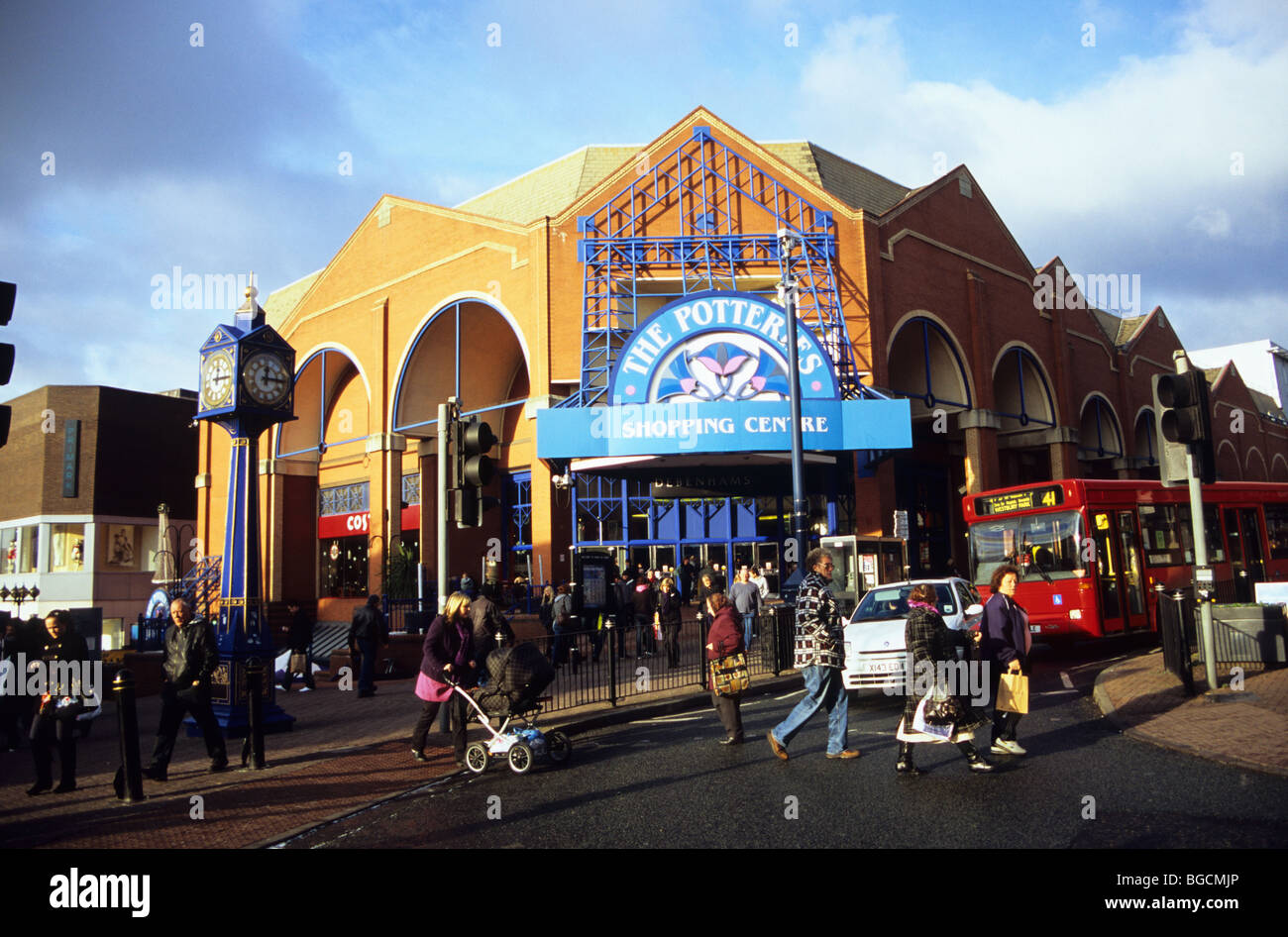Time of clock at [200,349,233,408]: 12:14
